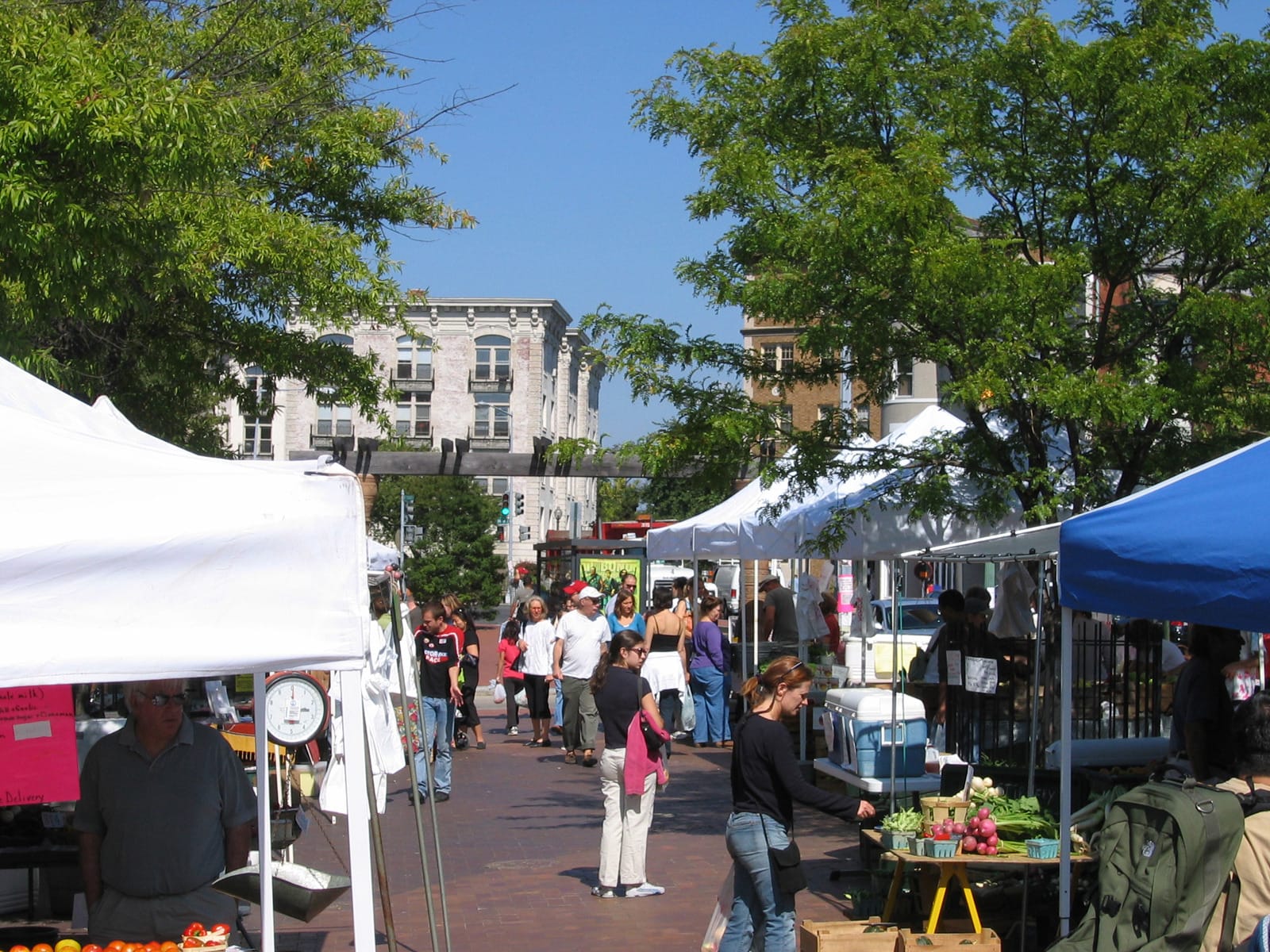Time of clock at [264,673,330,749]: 3:00
